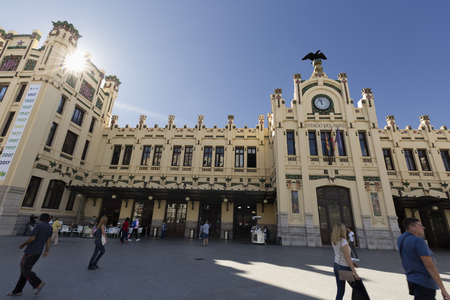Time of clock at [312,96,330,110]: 11:56
